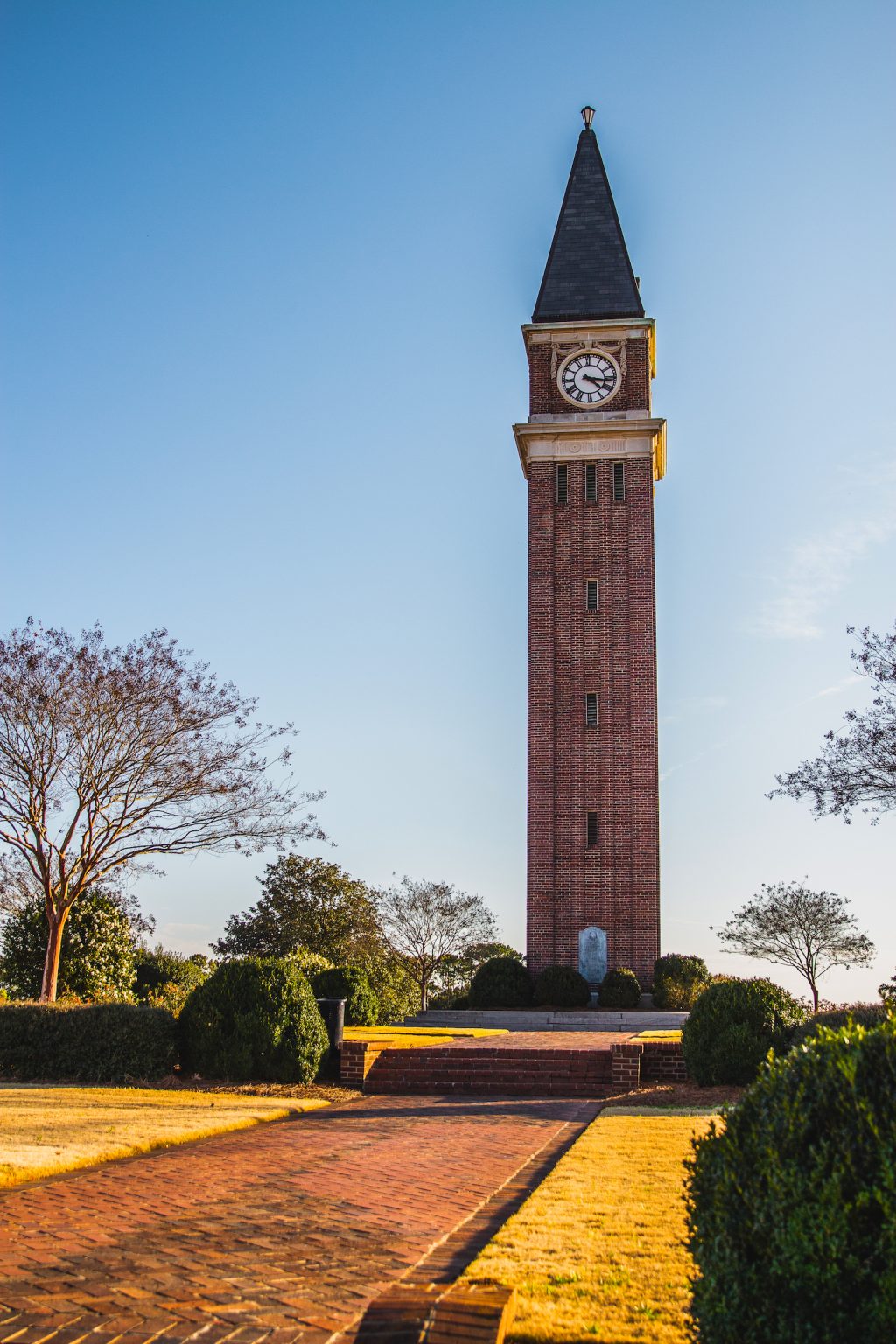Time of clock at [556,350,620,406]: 4:16
